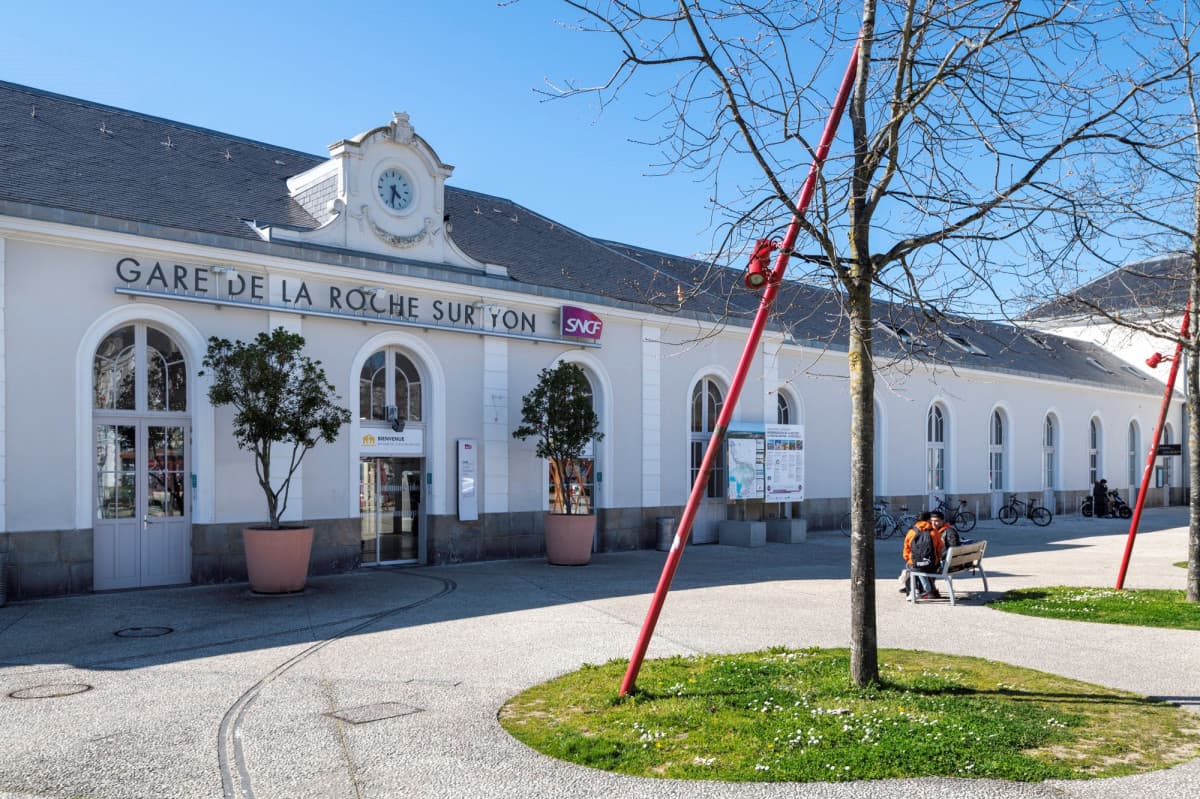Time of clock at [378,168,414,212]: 4:32
